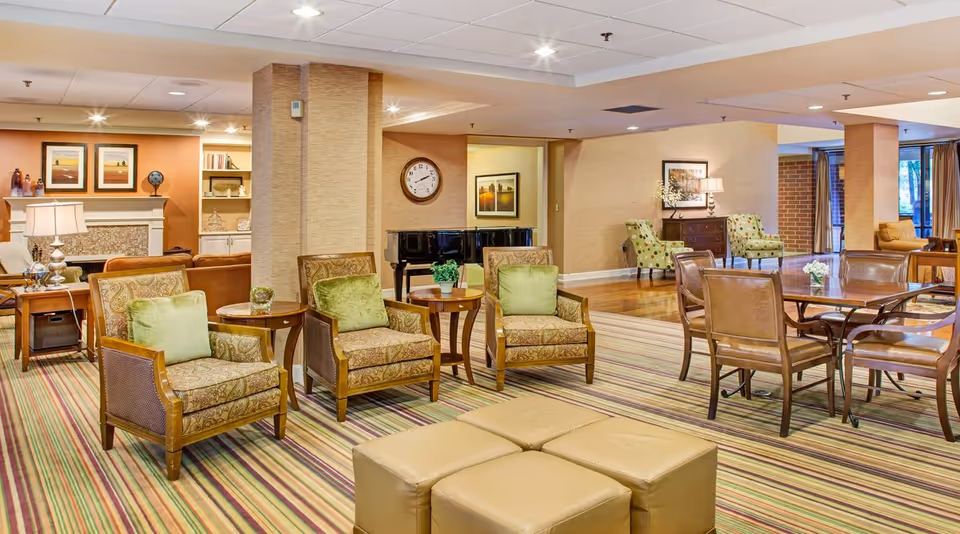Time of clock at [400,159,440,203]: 2:11
